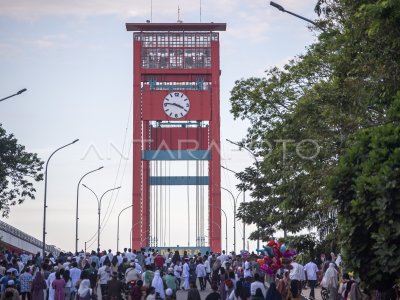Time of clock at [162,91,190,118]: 3:46
